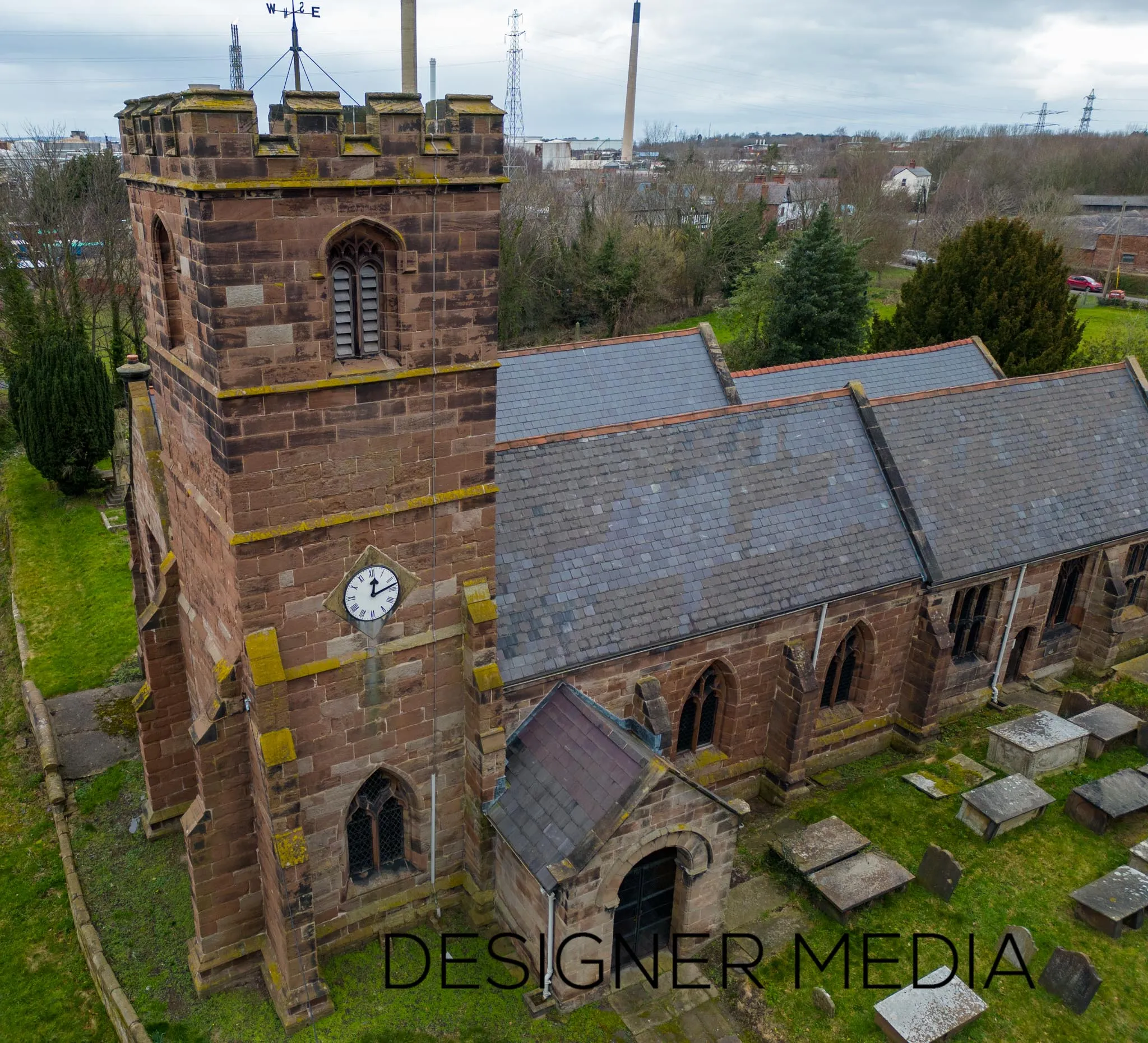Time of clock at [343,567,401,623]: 12:12
